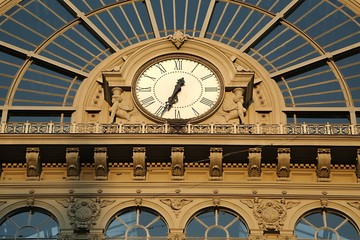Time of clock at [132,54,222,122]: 12:33
